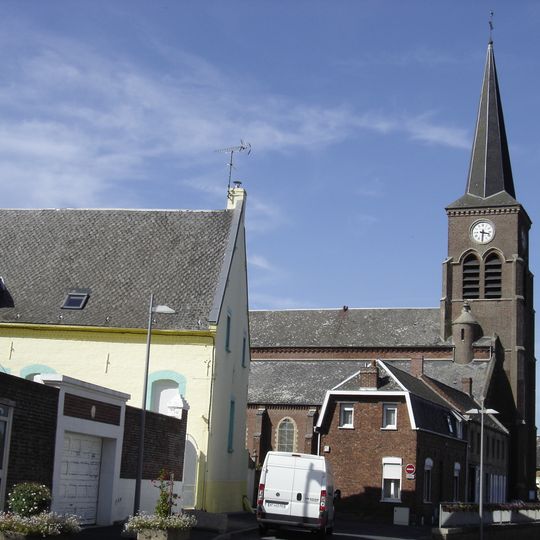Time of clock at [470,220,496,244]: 3:30
